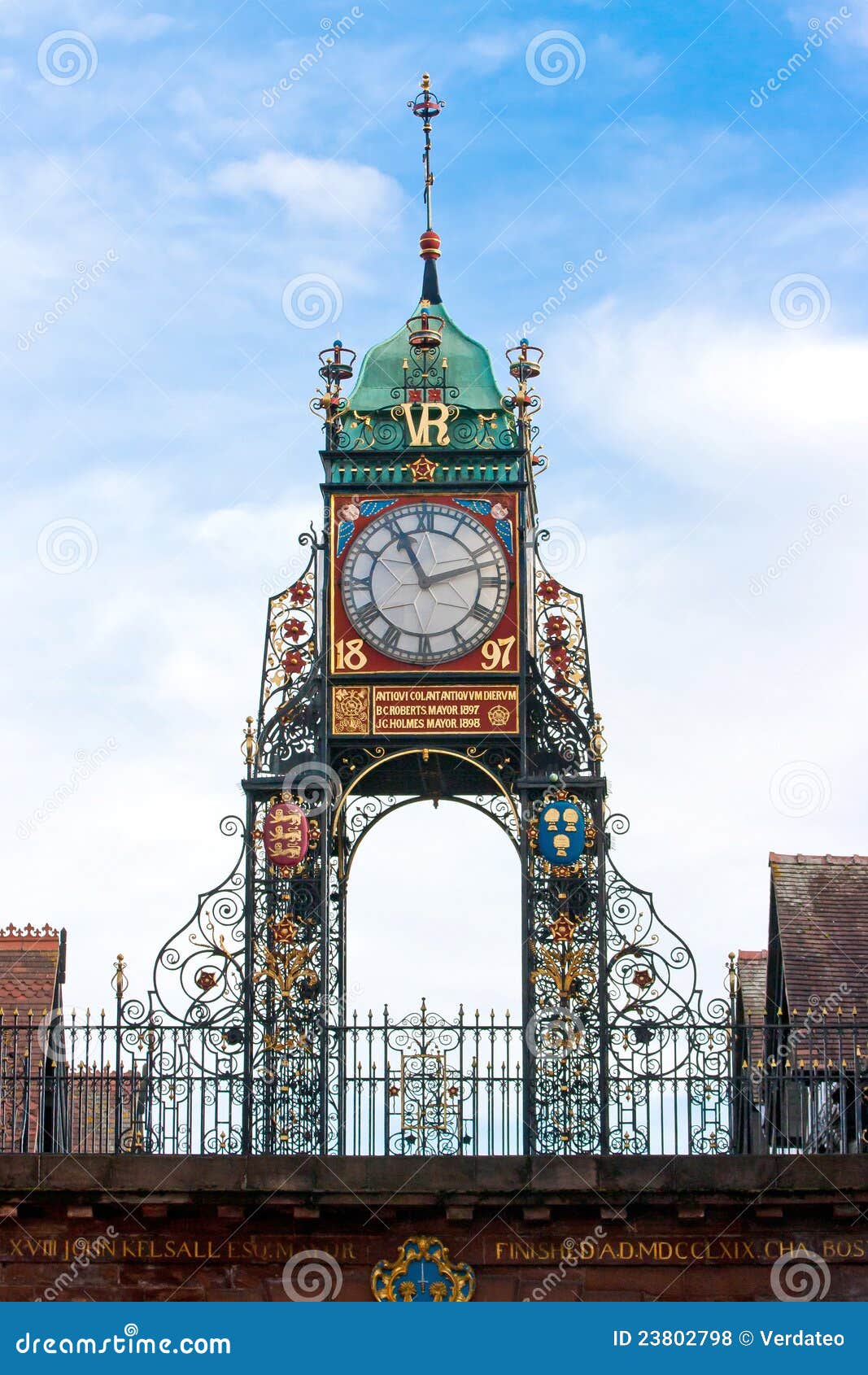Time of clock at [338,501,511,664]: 11:12
